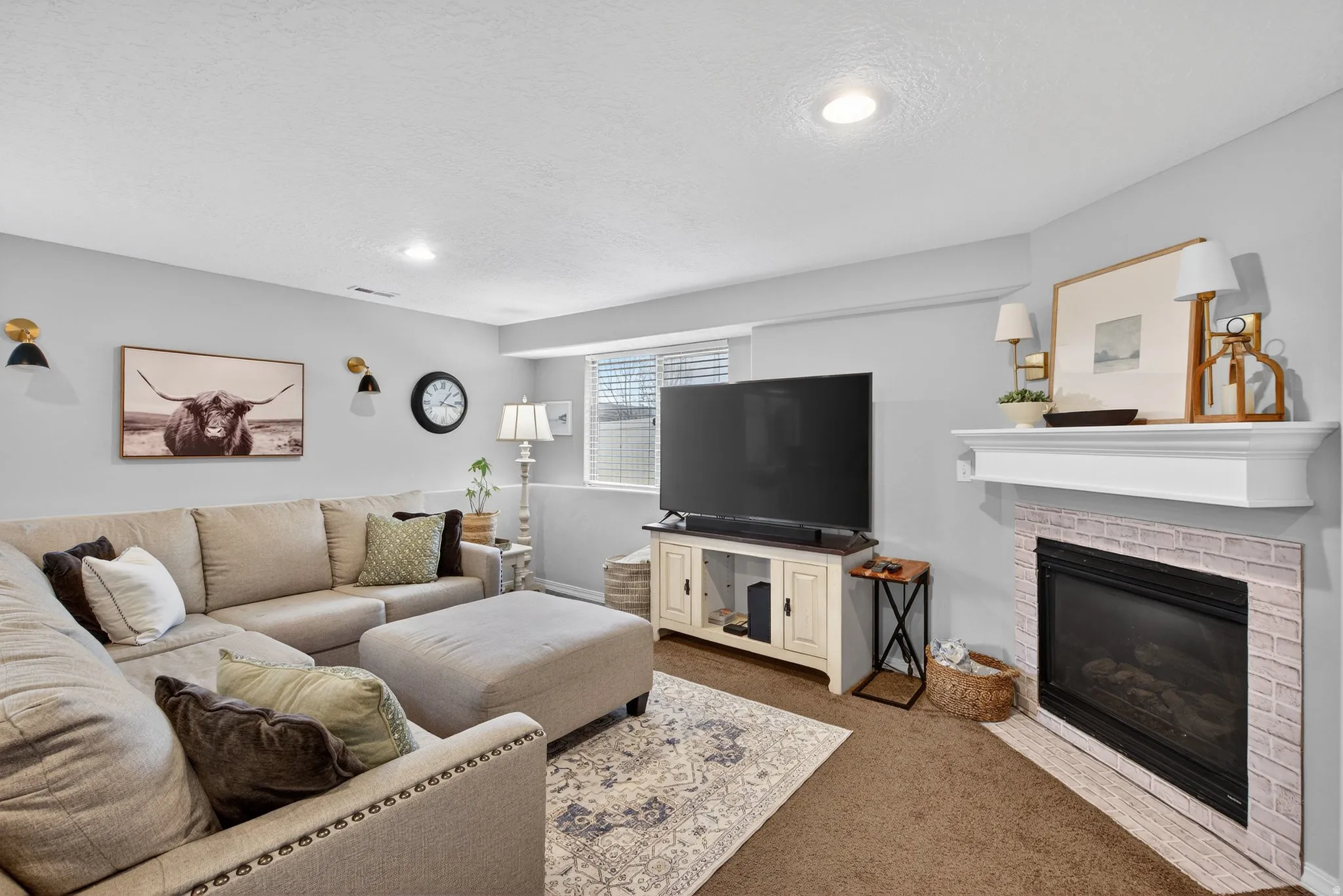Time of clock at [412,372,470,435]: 1:17
